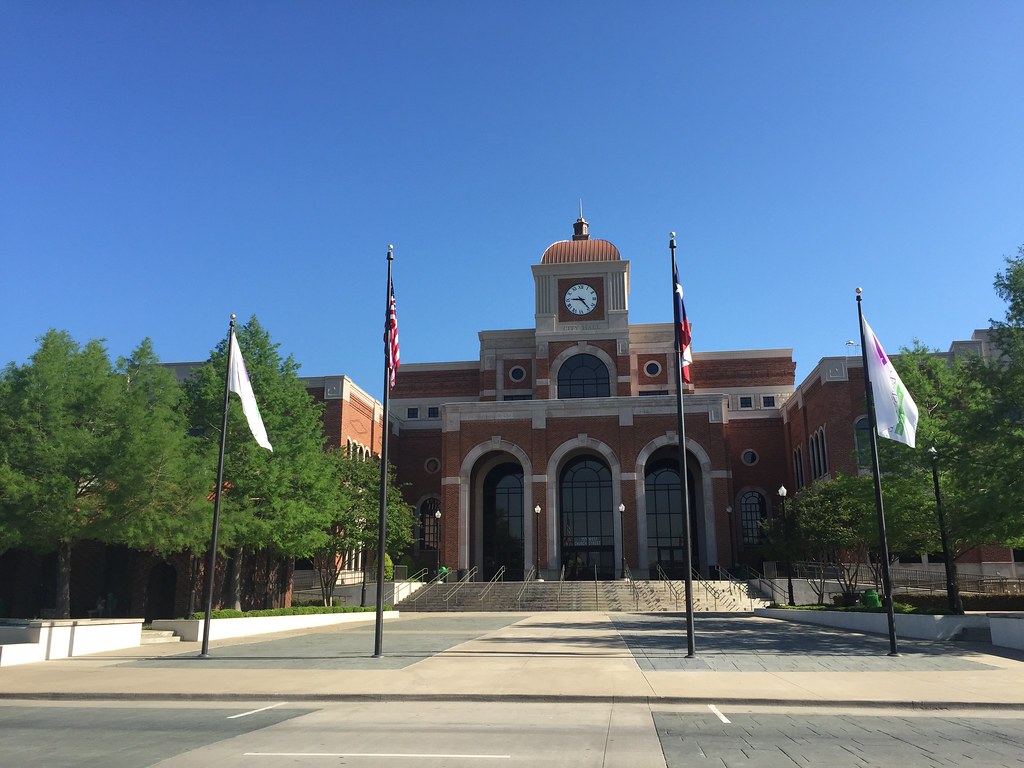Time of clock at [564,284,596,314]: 4:45
